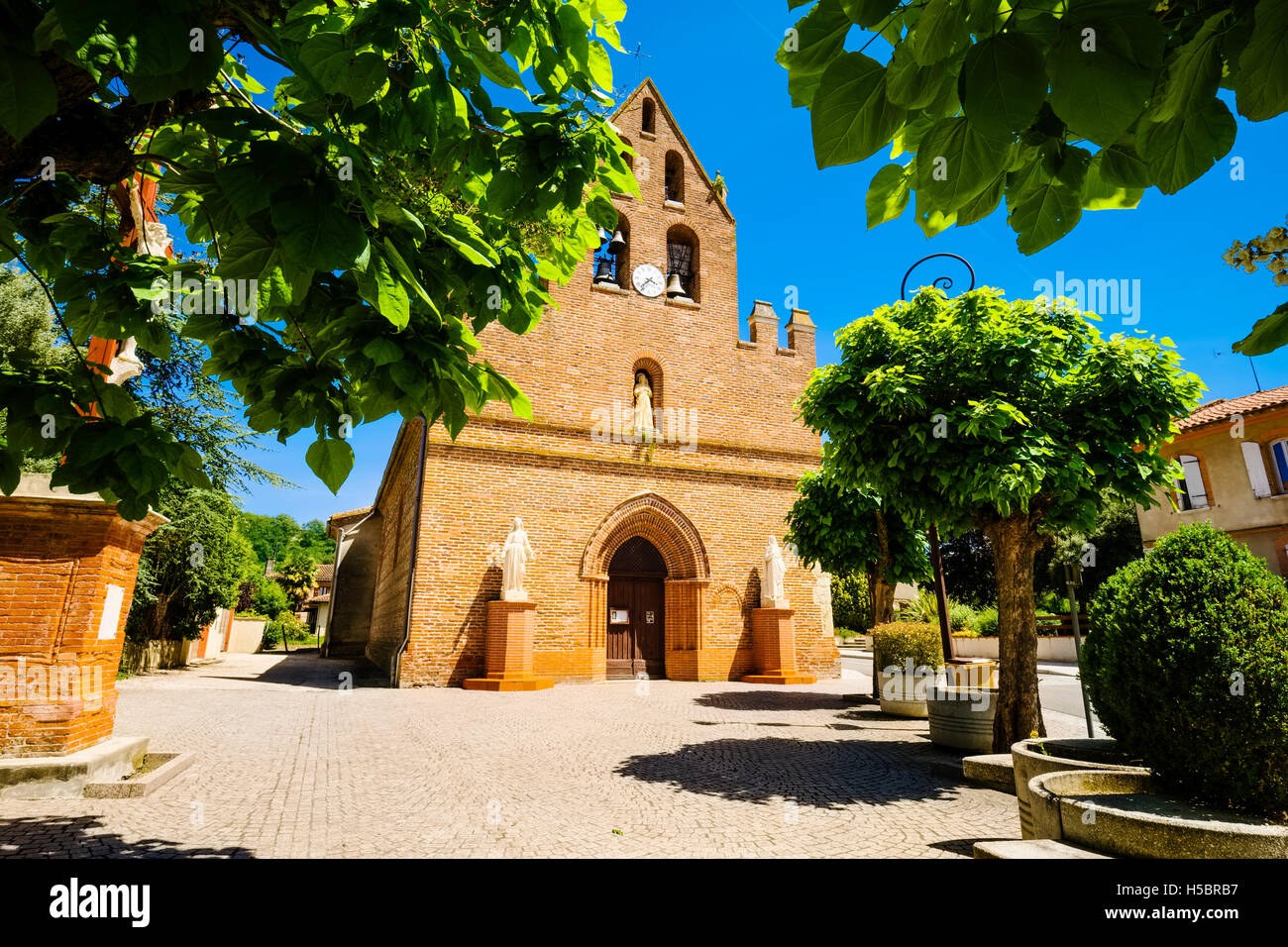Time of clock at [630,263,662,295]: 3:37
